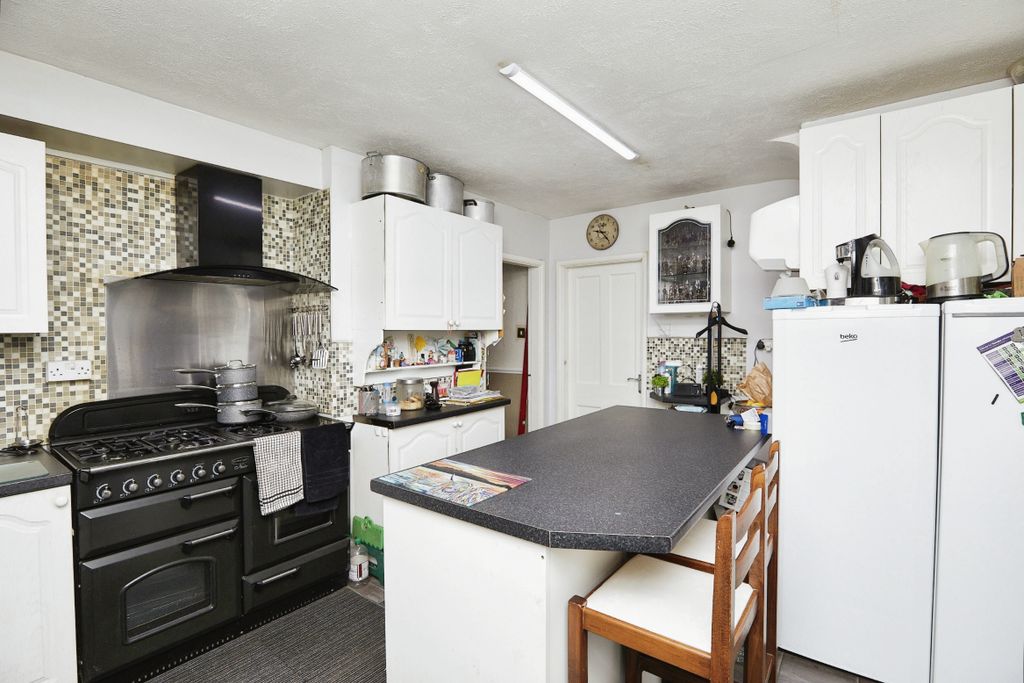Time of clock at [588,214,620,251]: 9:23
